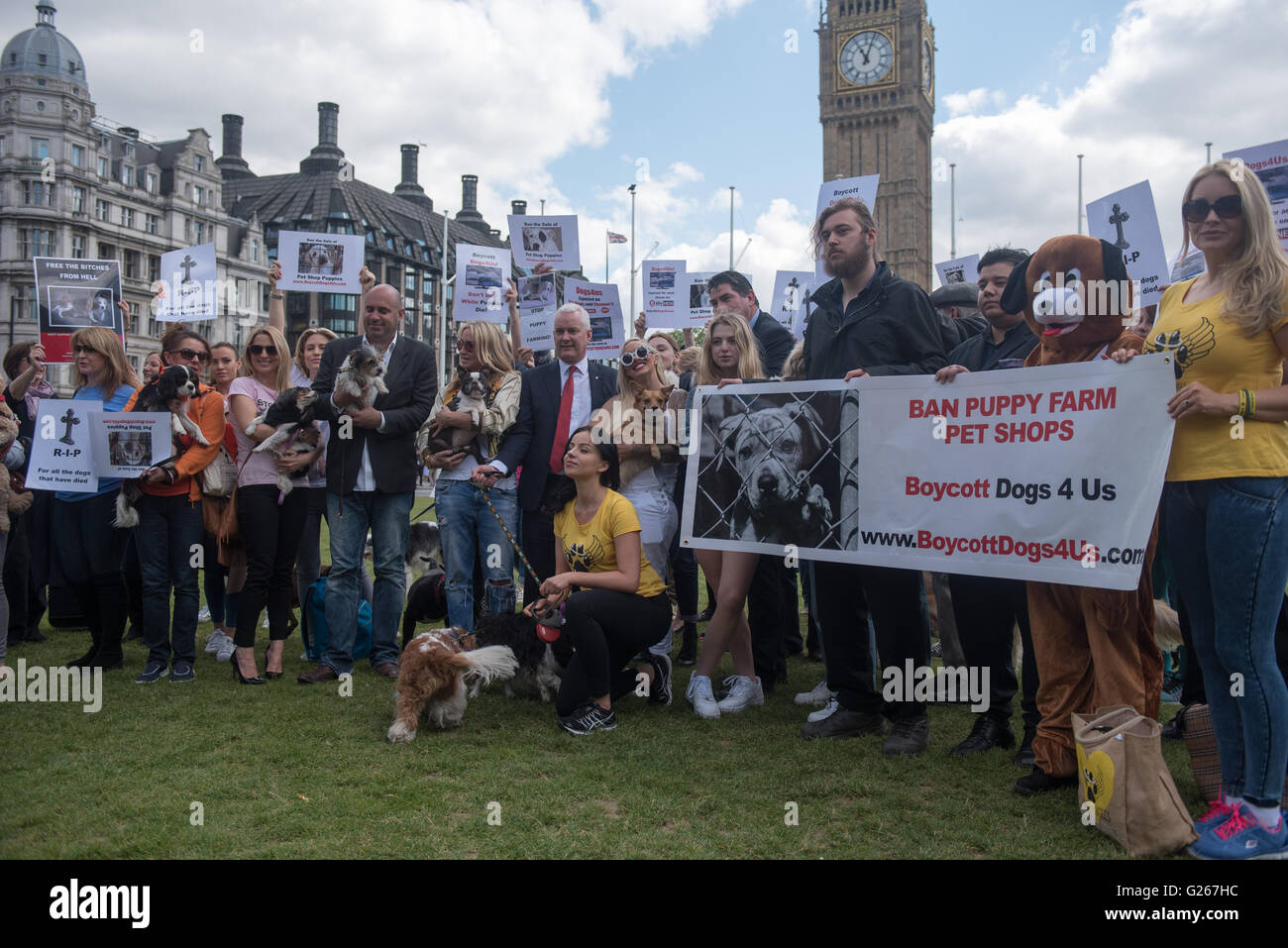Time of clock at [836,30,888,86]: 11:03
